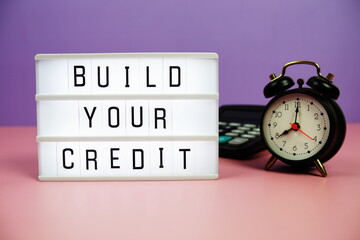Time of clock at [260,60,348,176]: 8:00
